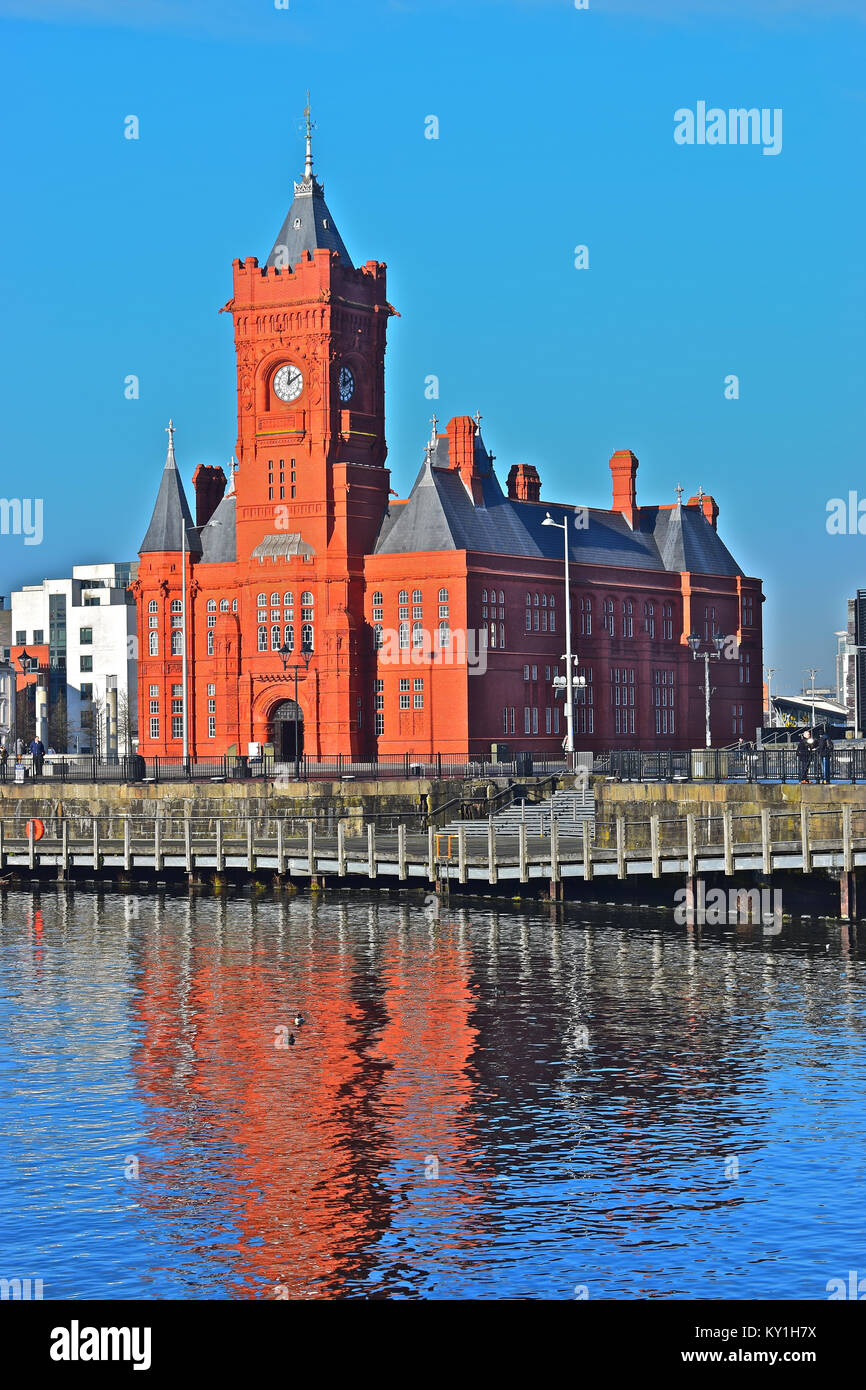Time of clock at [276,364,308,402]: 12:09
